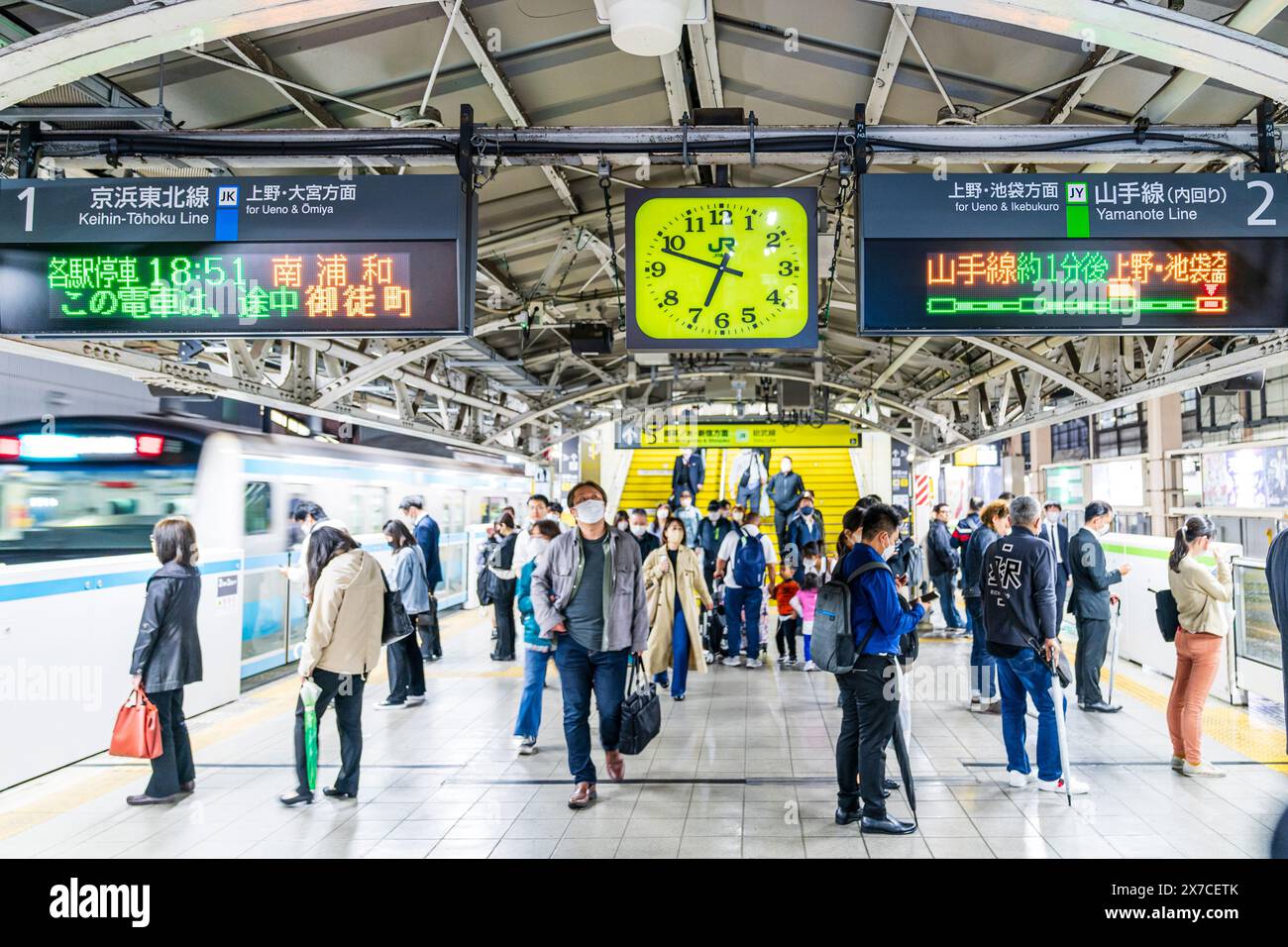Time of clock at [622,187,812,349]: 6:47
